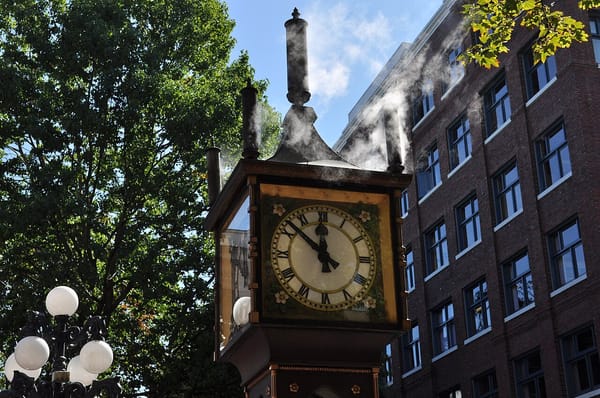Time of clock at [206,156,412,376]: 11:52
